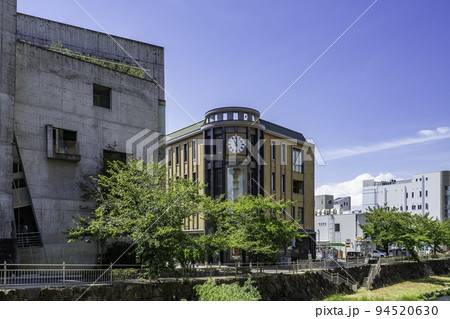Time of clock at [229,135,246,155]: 11:00
